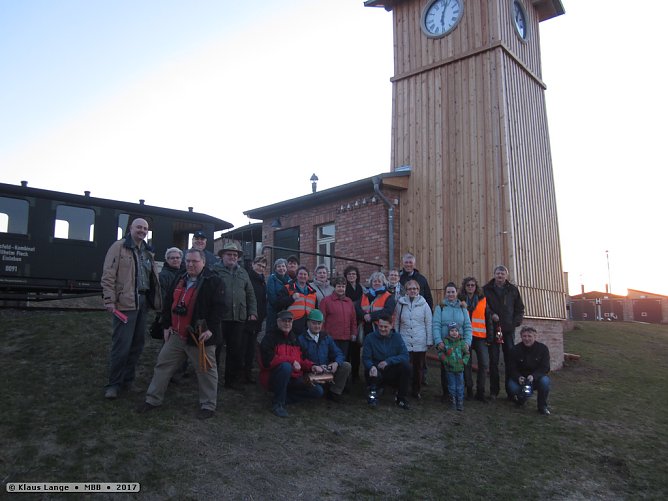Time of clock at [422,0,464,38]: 6:03
